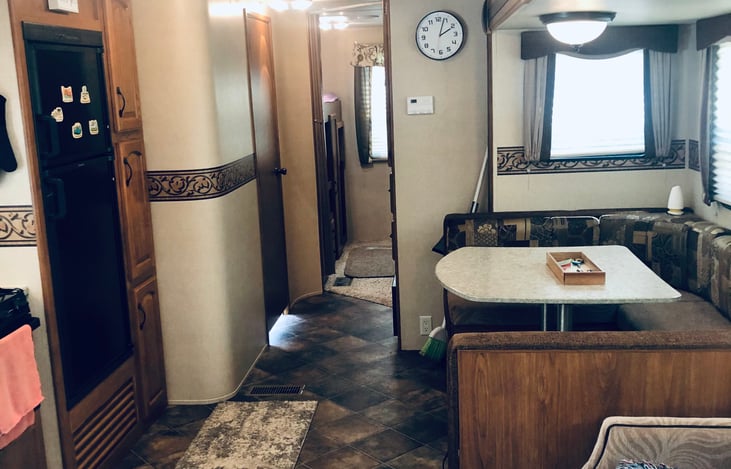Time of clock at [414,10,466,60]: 2:03
